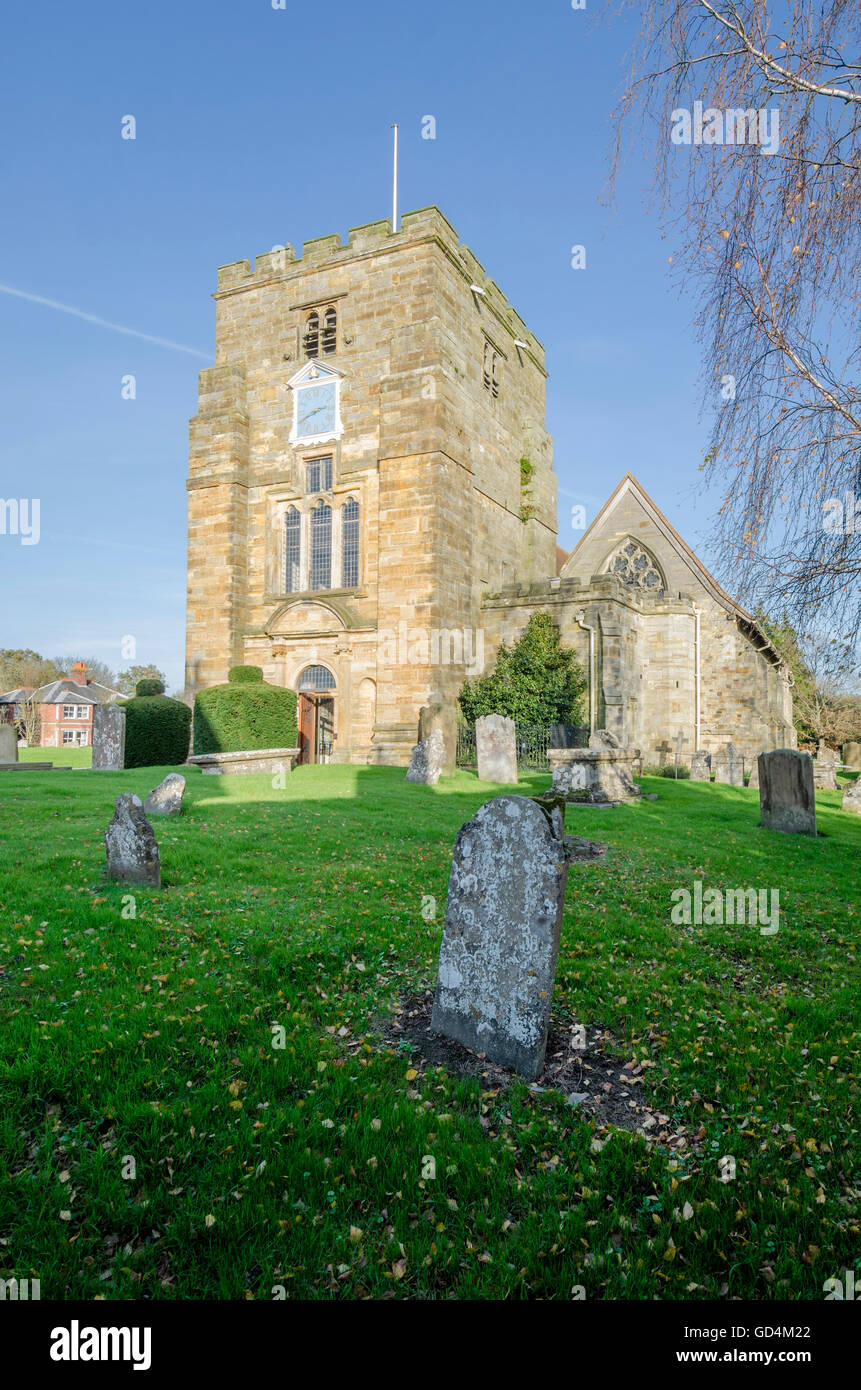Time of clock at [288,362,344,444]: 2:40
